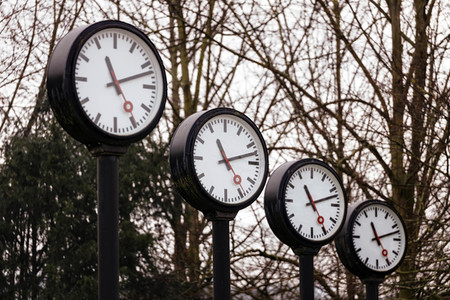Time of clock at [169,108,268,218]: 11:12
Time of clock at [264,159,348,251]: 11:12
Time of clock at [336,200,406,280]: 11:12
